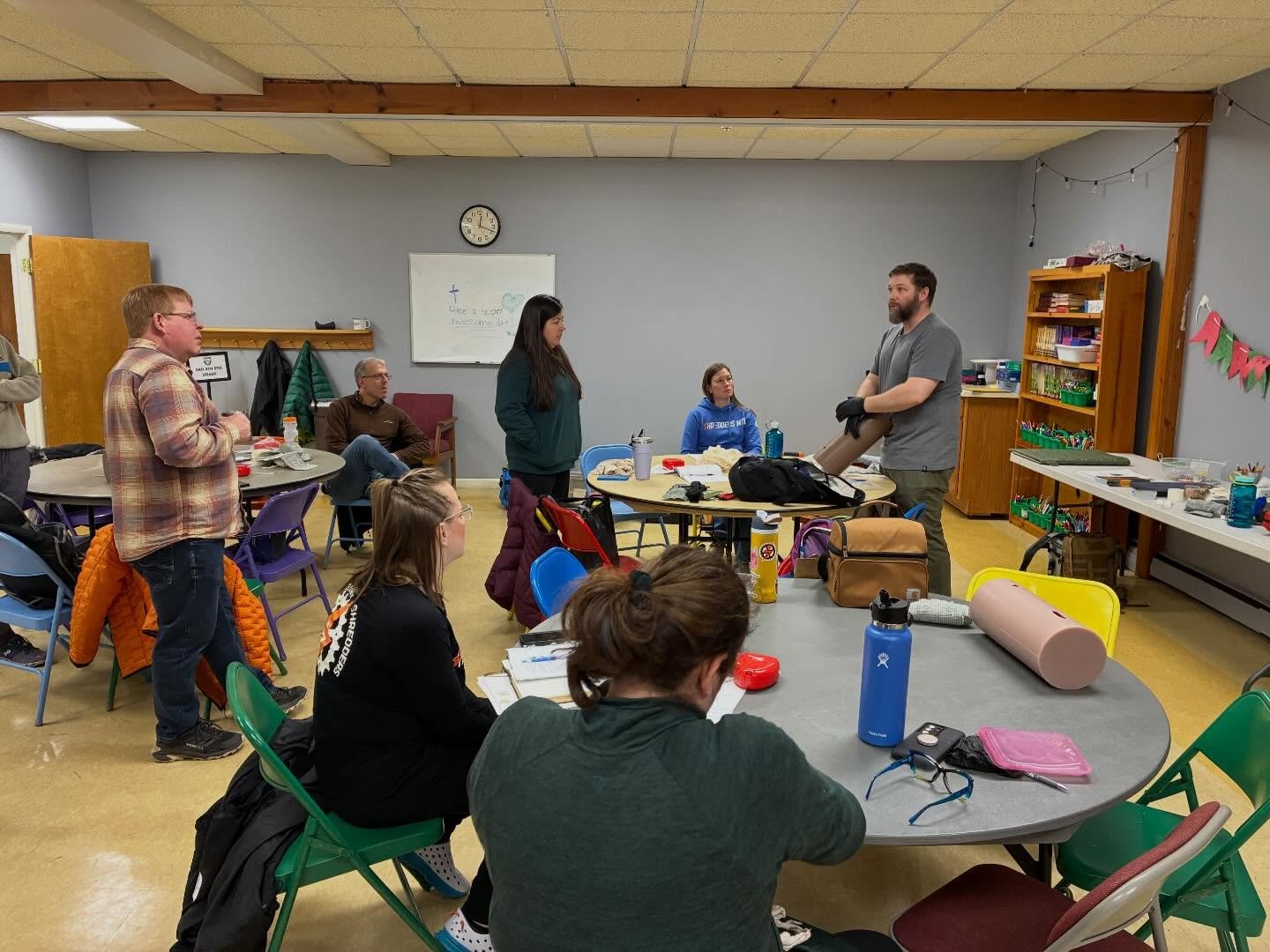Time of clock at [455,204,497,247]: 12:18
